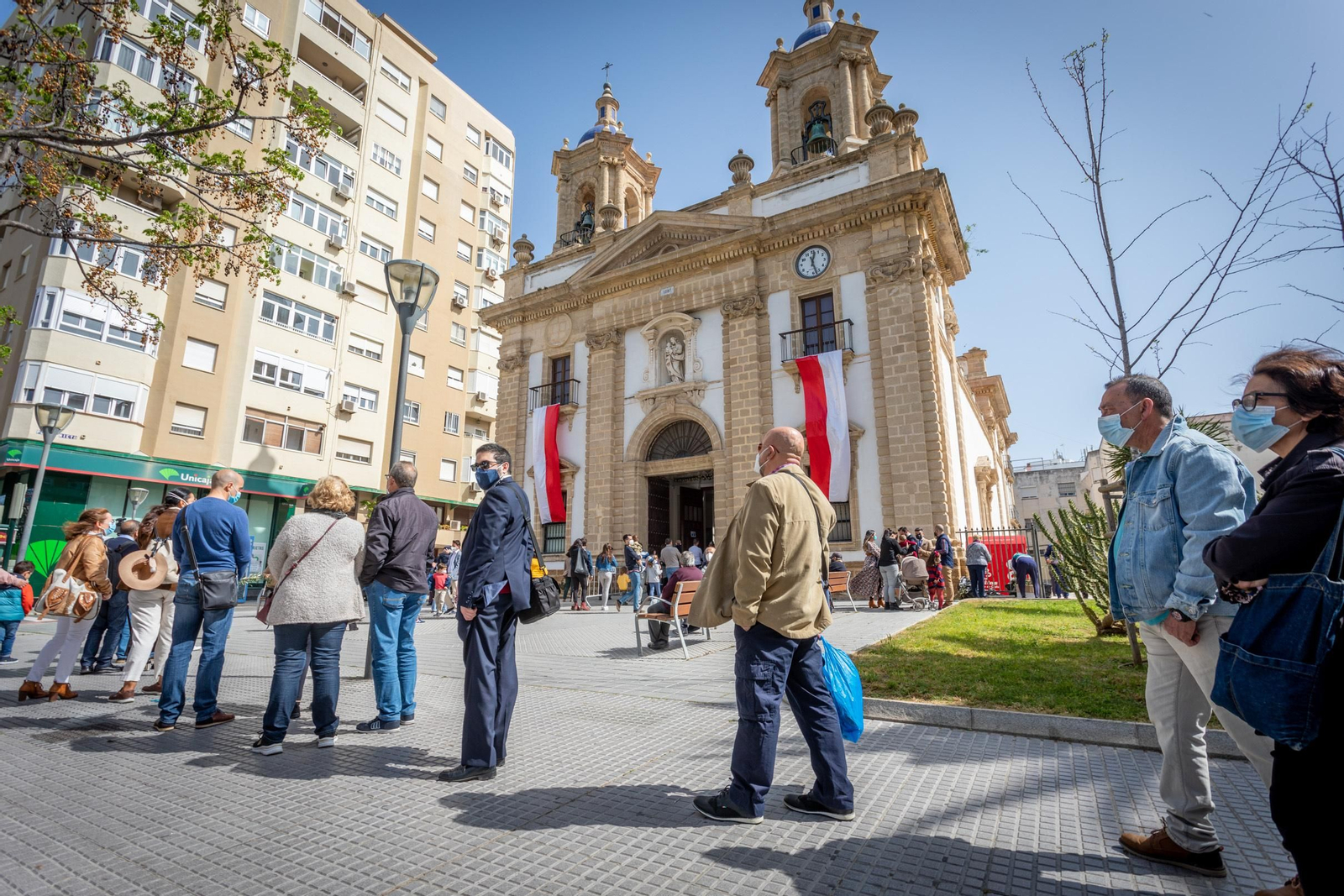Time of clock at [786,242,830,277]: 12:27
